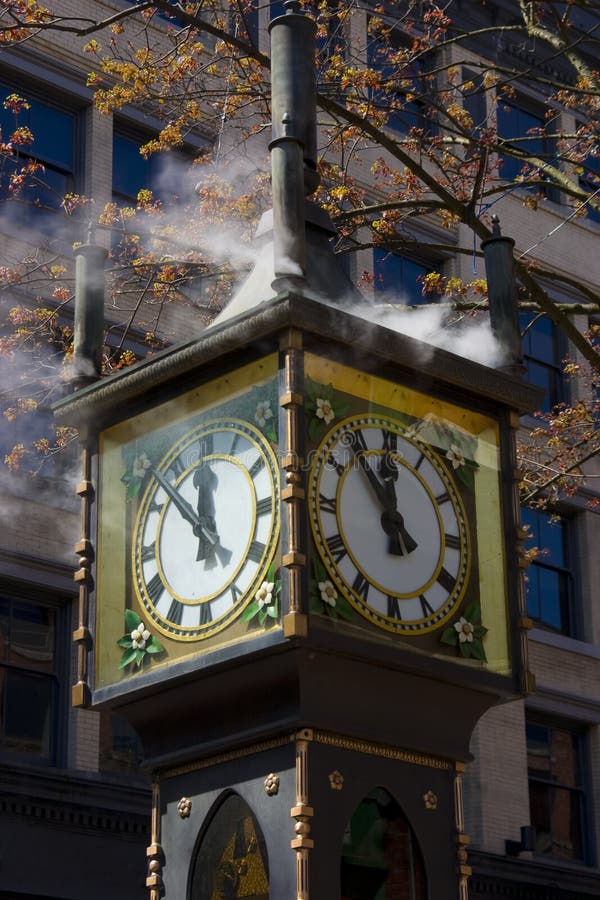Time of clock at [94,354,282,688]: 11:53
